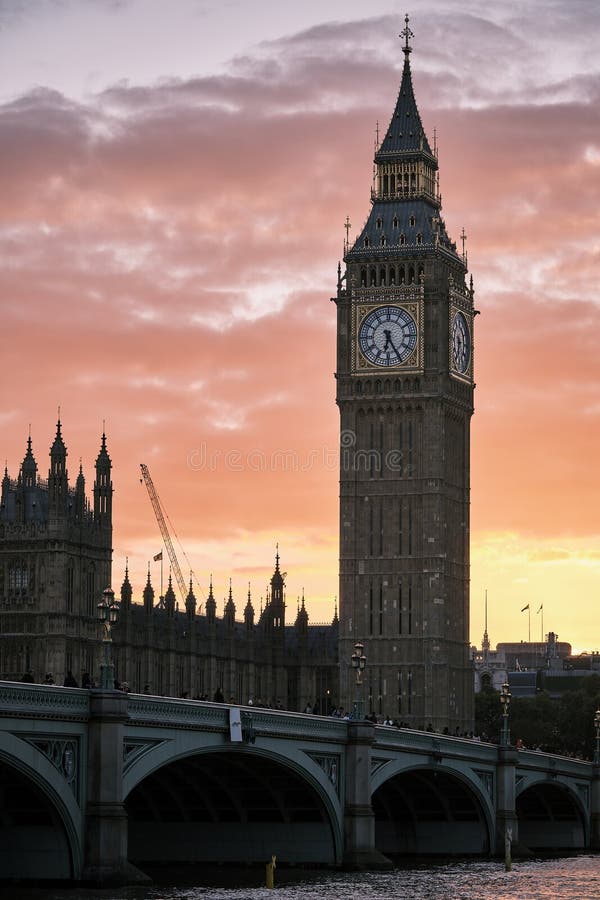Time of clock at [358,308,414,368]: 6:25
